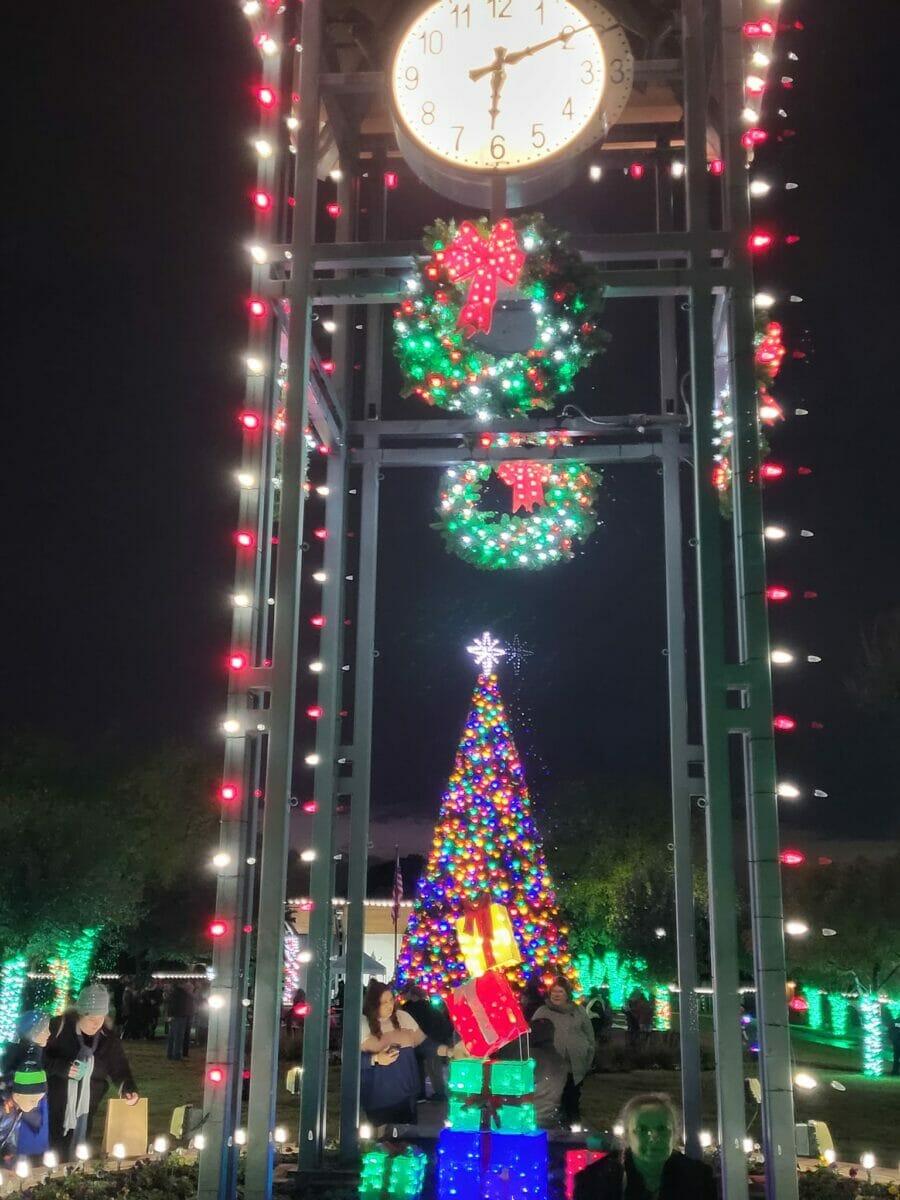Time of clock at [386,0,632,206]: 6:10
